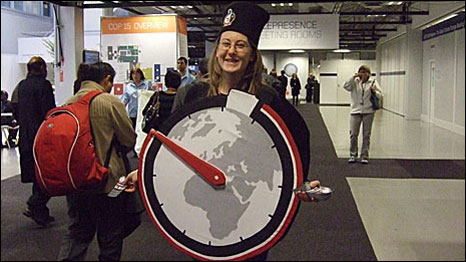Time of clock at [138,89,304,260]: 9:50
